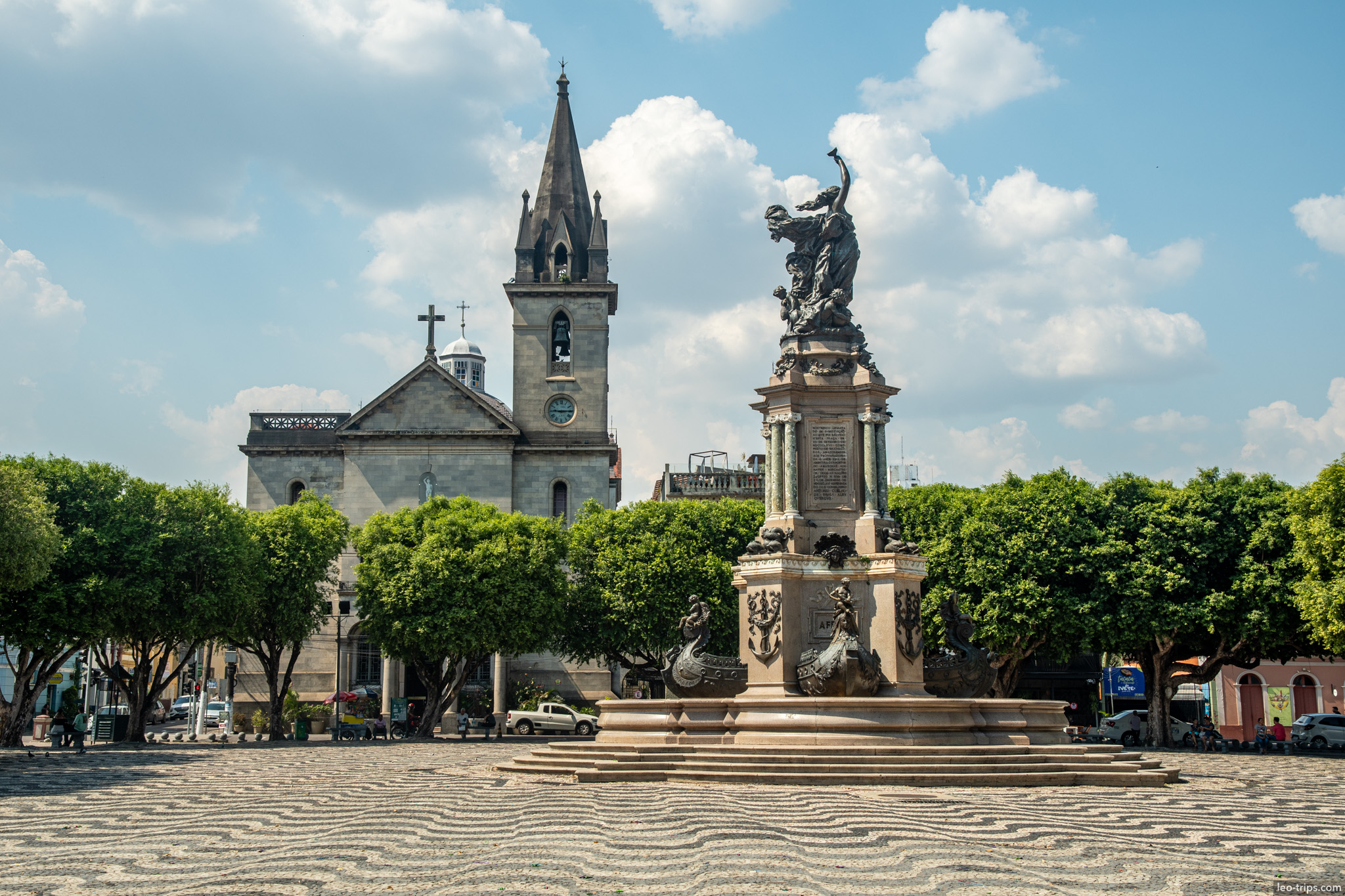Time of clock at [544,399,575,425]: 9:14
